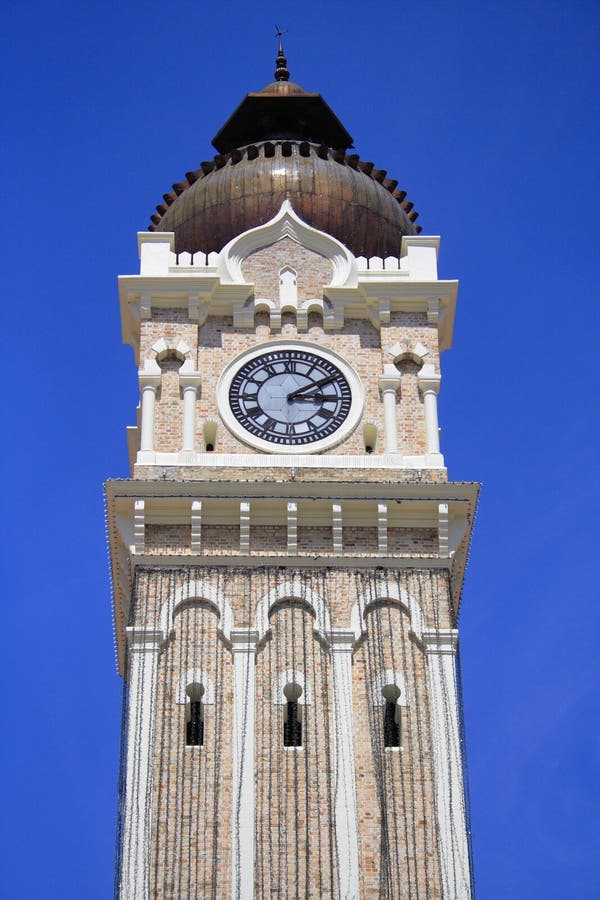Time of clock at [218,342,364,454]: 3:09
